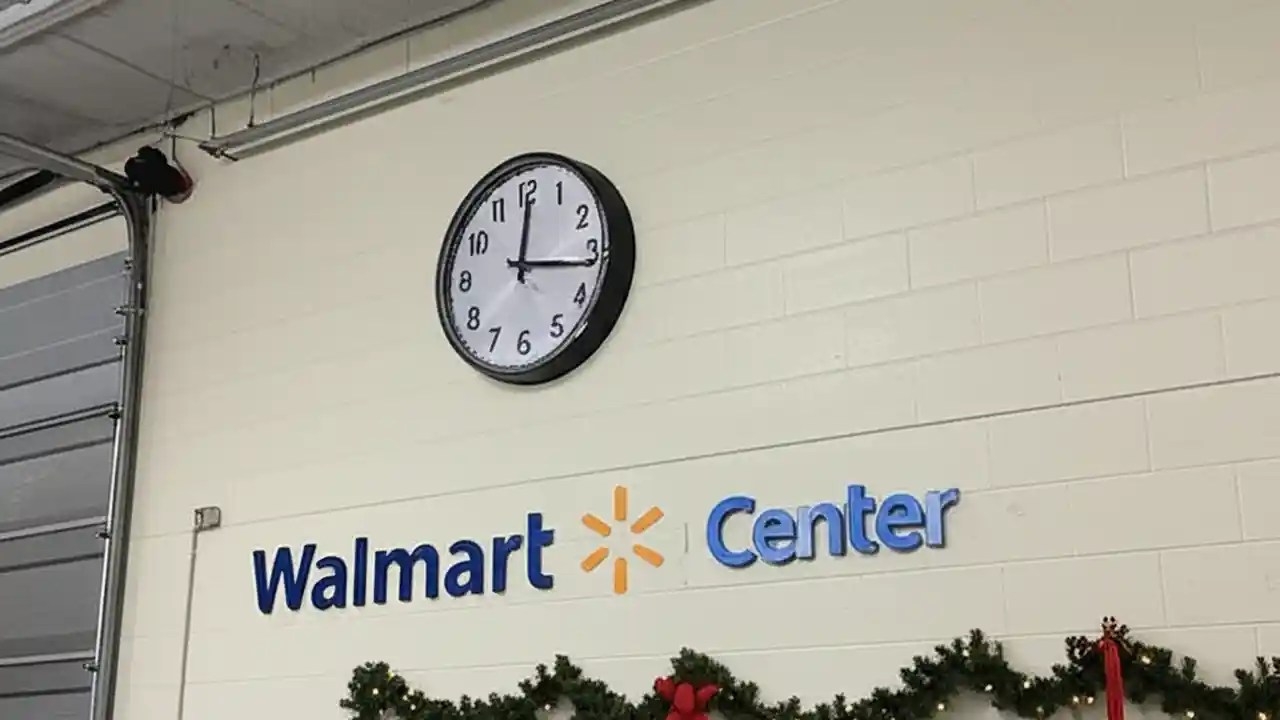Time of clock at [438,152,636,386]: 12:16
